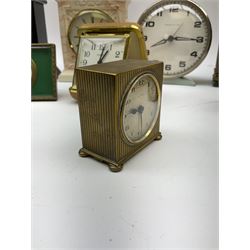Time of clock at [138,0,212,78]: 8:15
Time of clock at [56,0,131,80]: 1:02
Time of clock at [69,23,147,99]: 1:02
